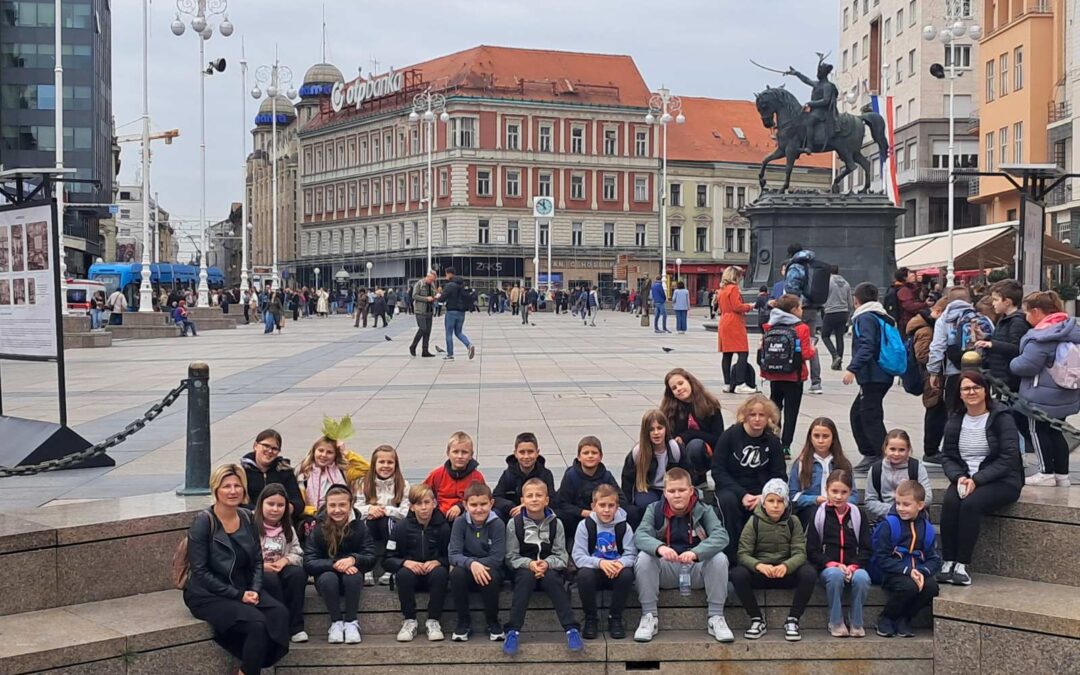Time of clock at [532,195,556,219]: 11:51
